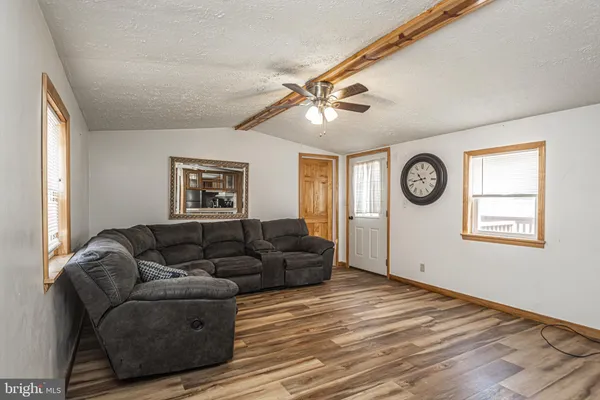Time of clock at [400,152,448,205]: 10:42
